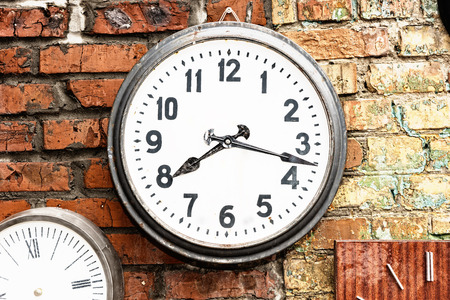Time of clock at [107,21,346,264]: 8:17
